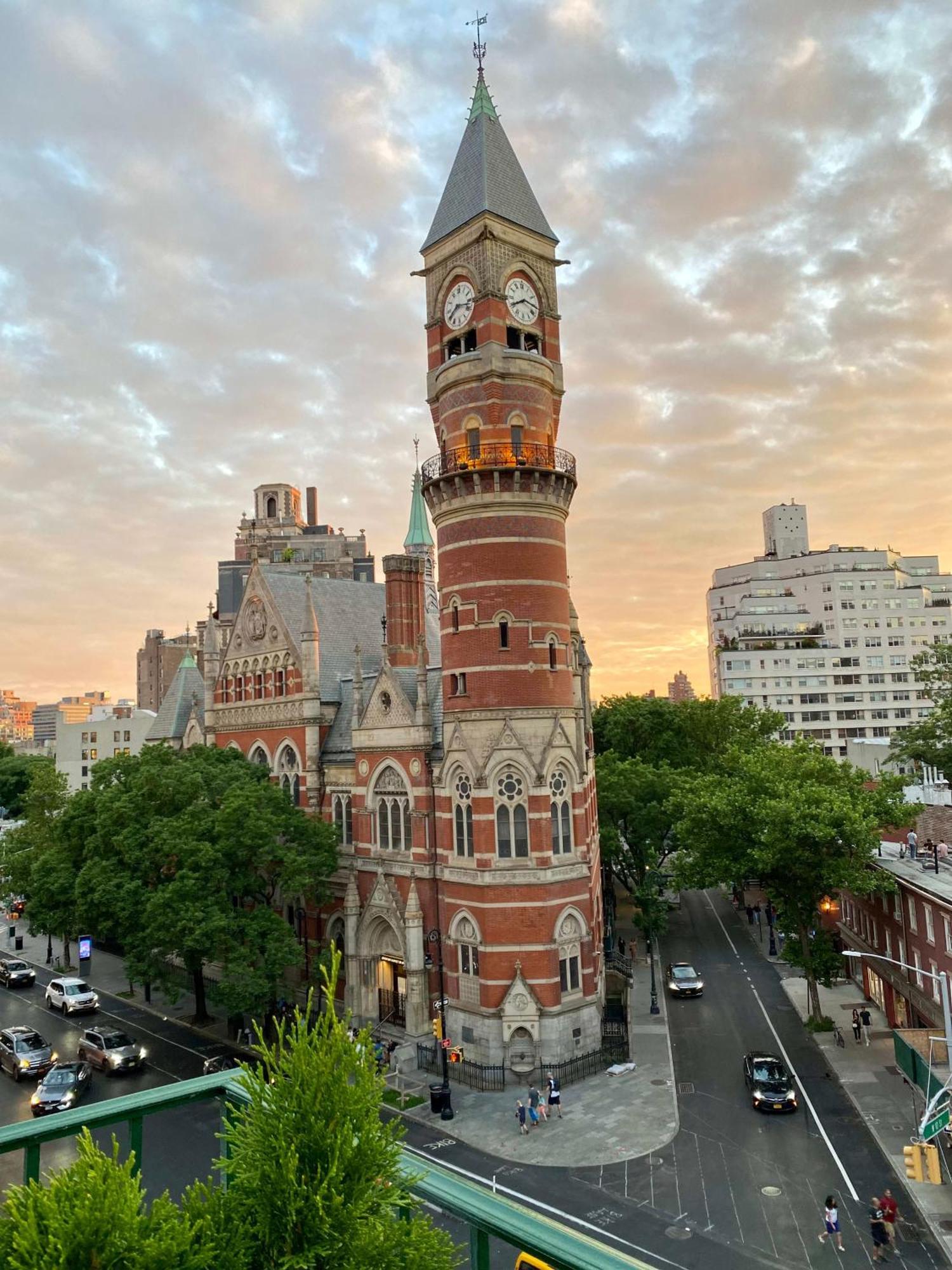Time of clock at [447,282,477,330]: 8:17
